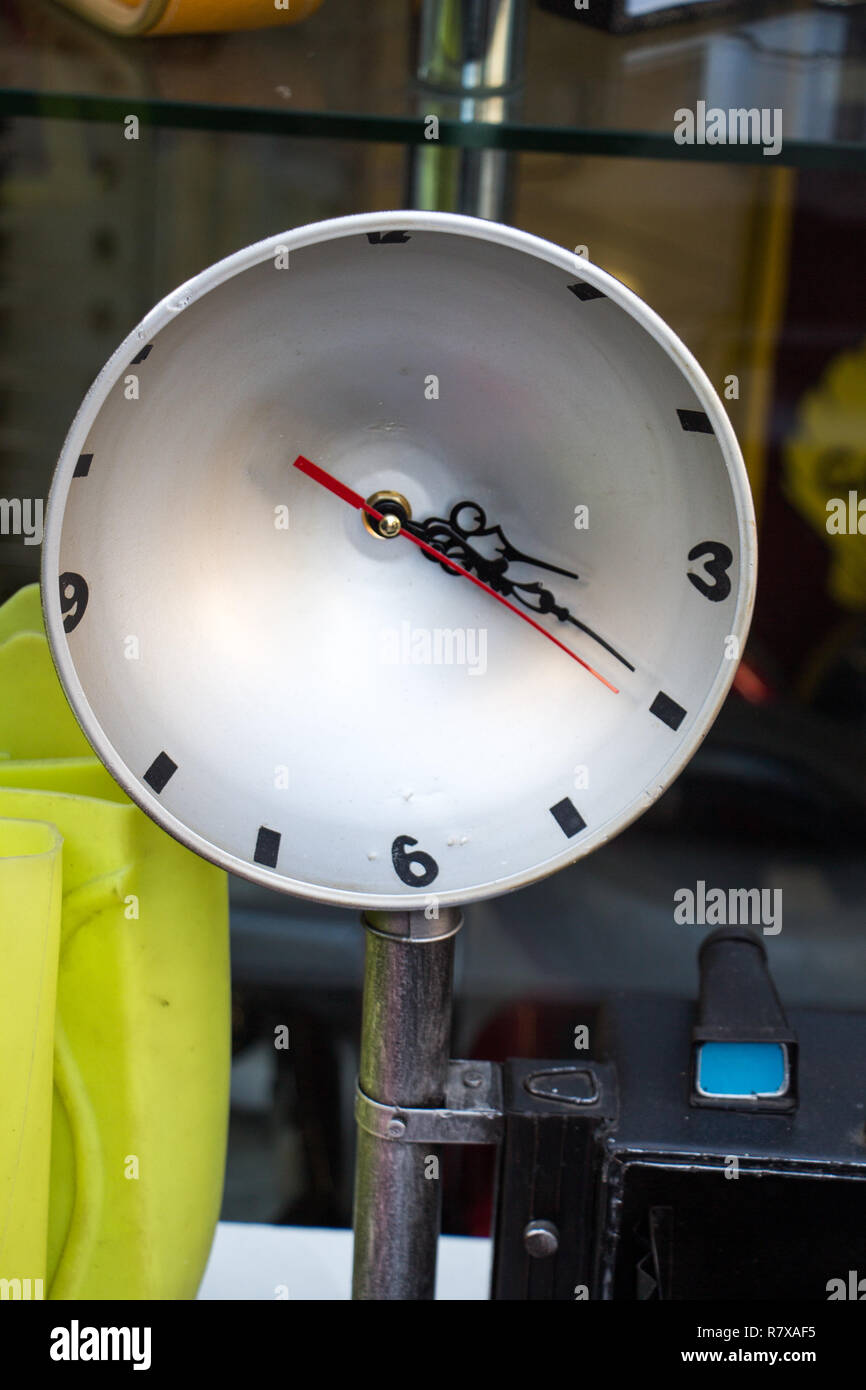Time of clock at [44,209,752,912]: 3:19
